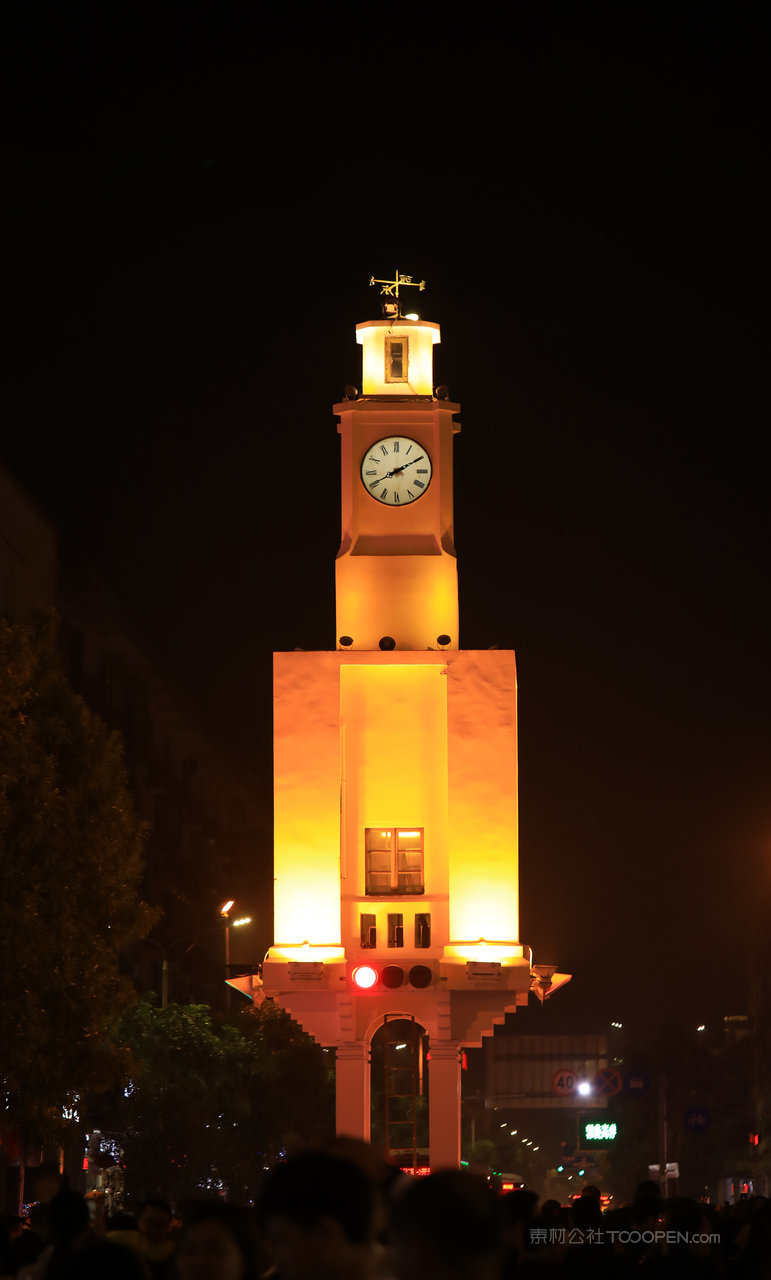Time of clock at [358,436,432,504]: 8:10
